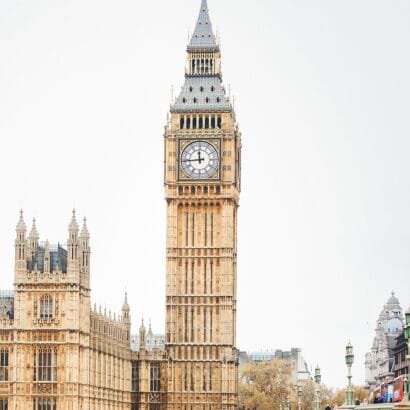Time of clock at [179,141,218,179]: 11:44
